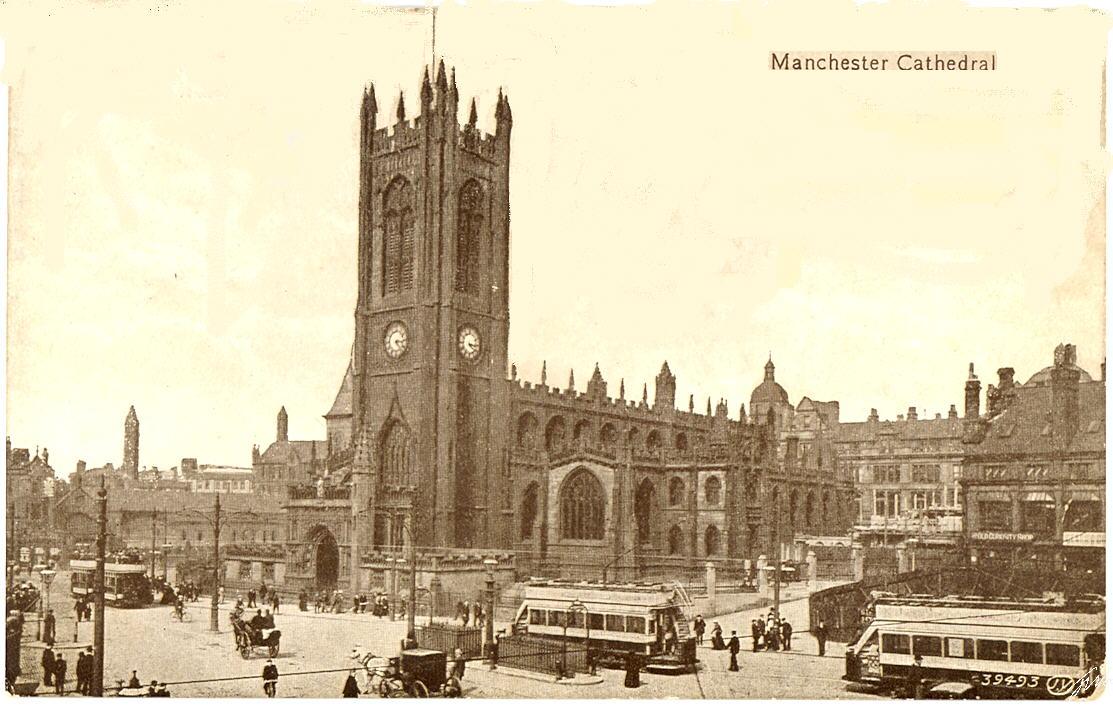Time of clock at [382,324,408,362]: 3:23
